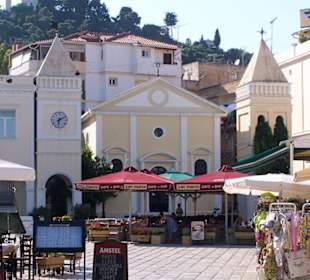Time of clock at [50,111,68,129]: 6:10
